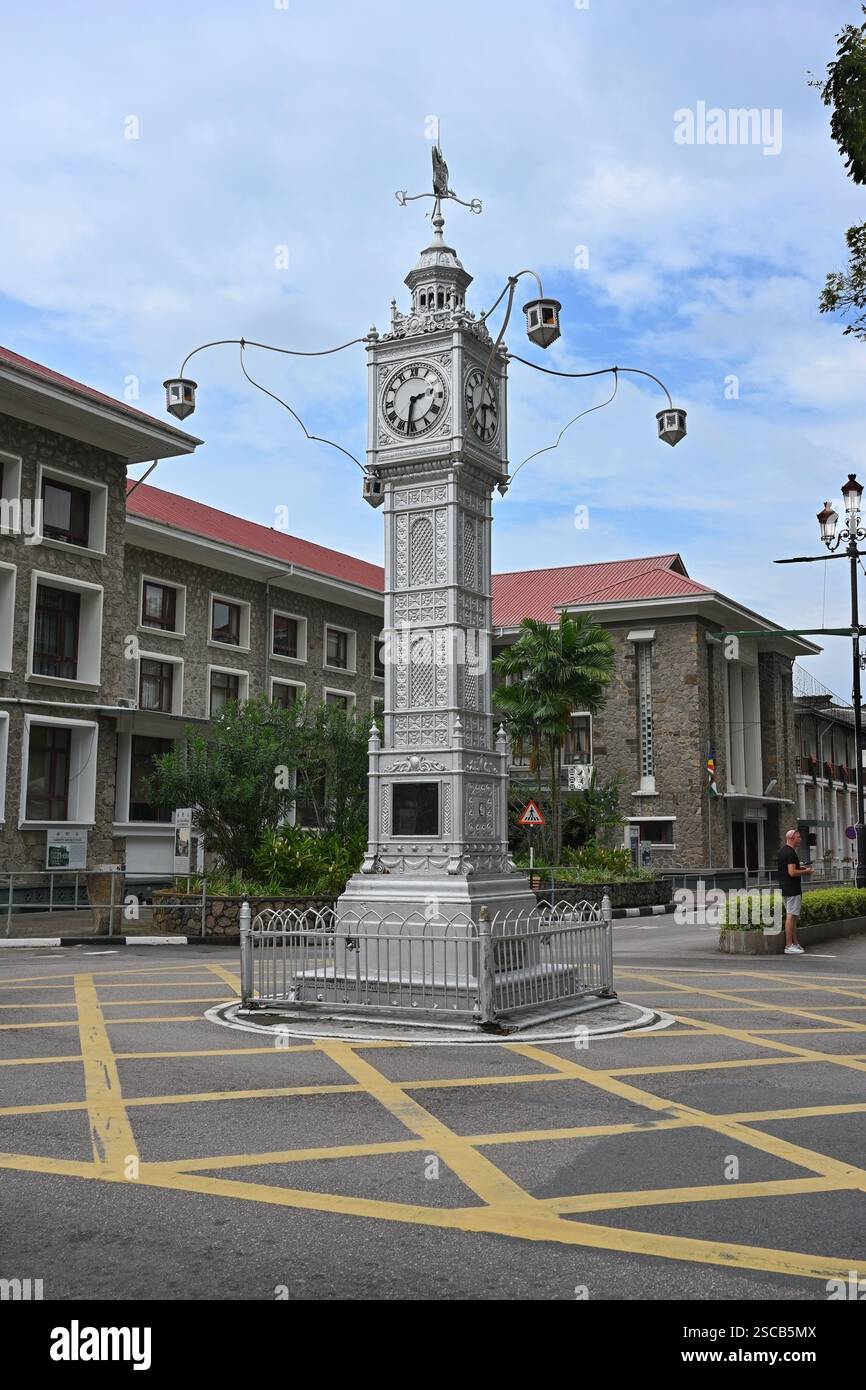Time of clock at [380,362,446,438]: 2:31
